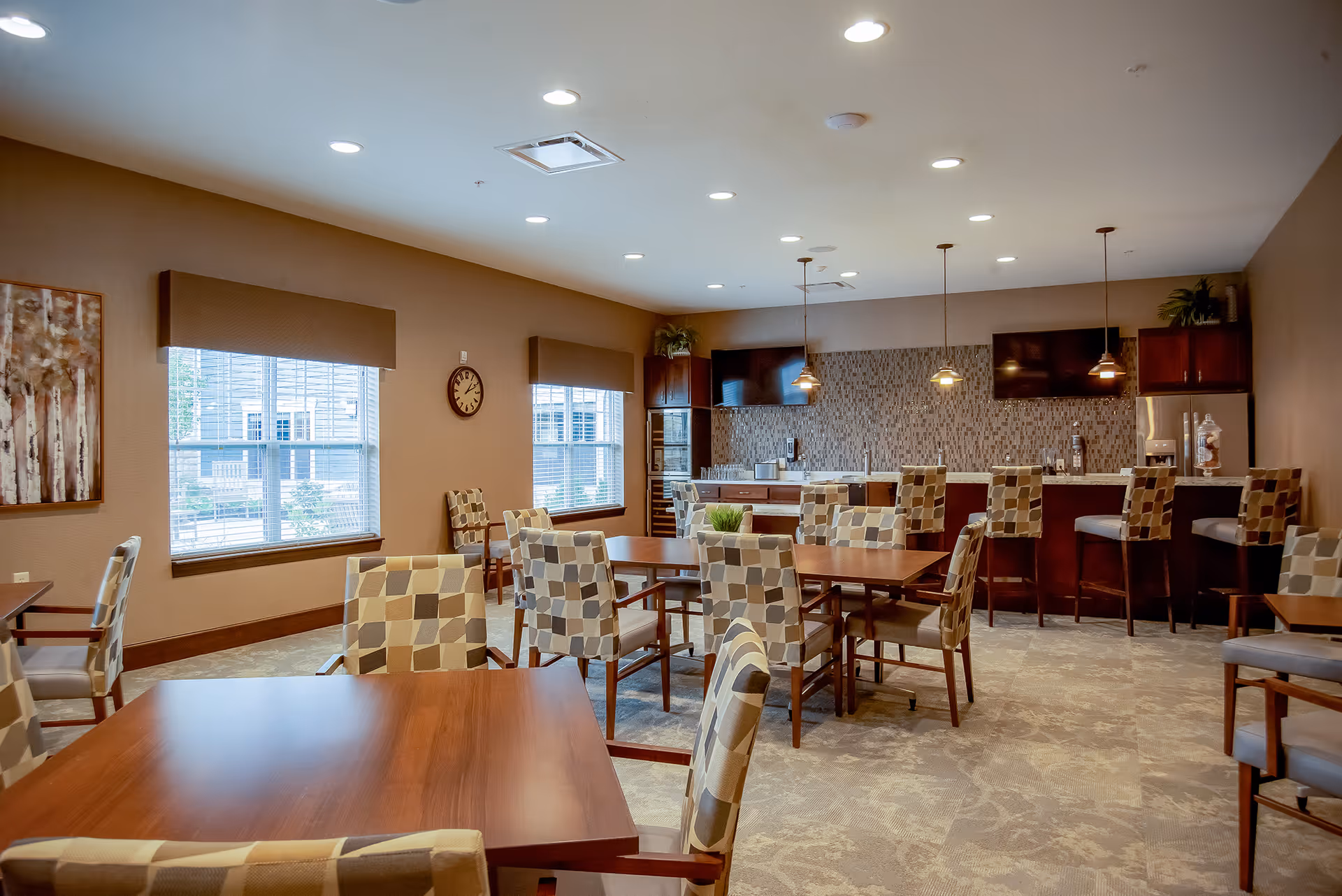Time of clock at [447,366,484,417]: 1:11
